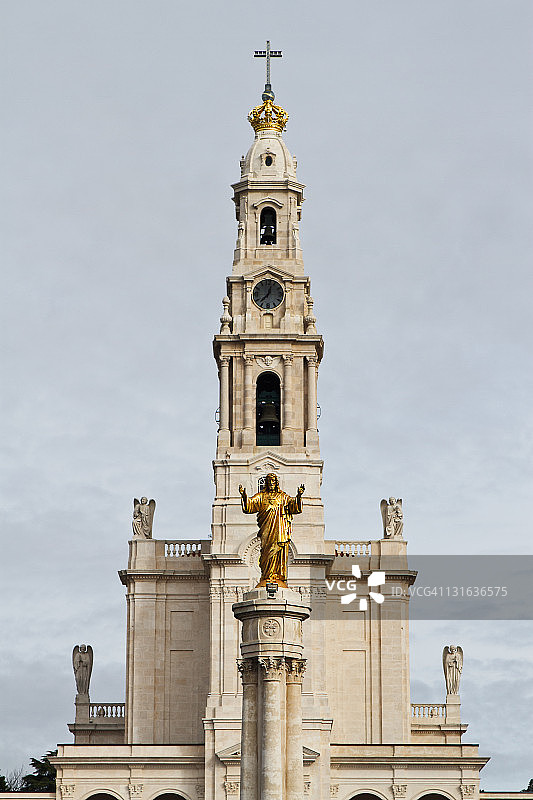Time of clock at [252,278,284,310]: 12:37
